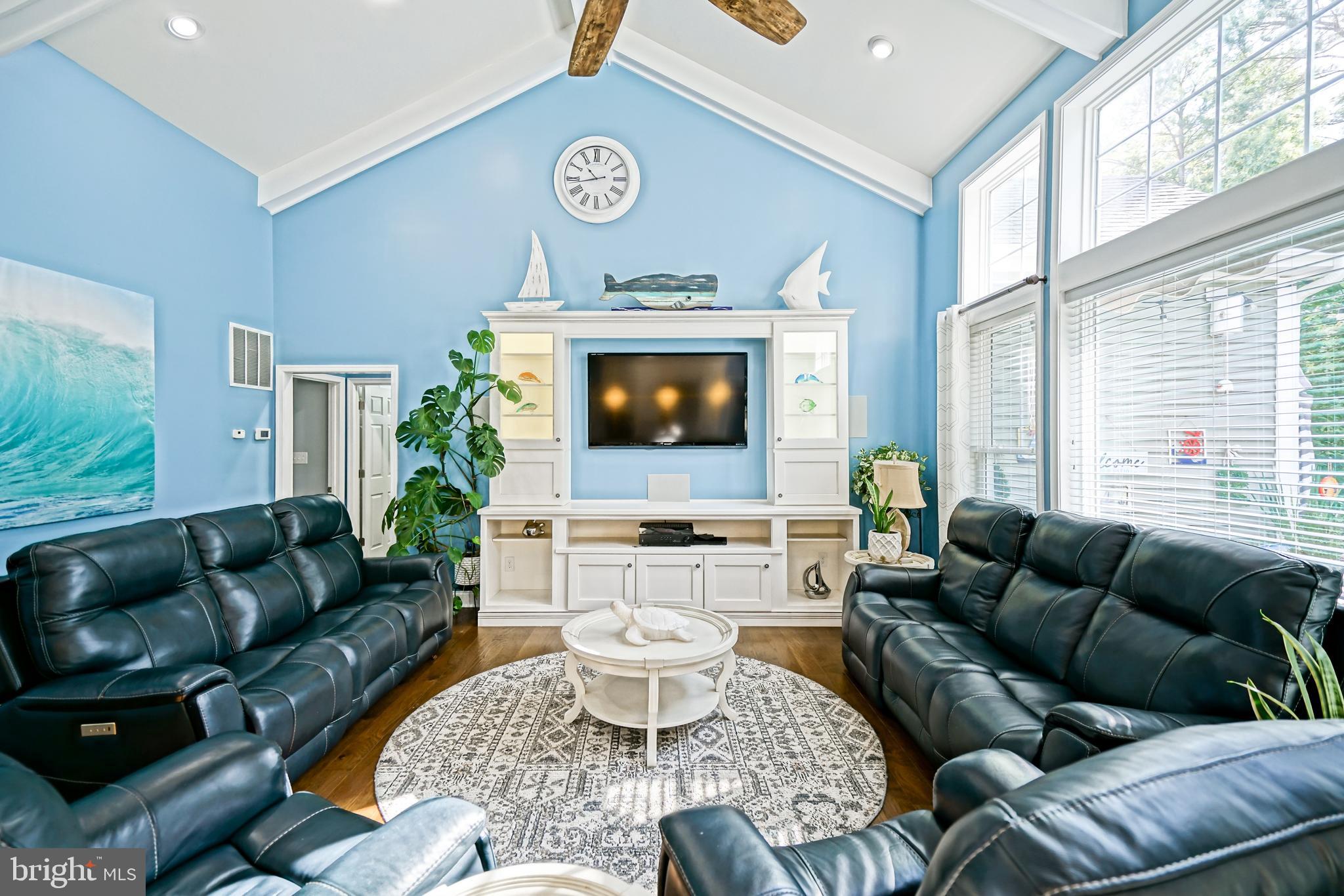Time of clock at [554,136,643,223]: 10:43
